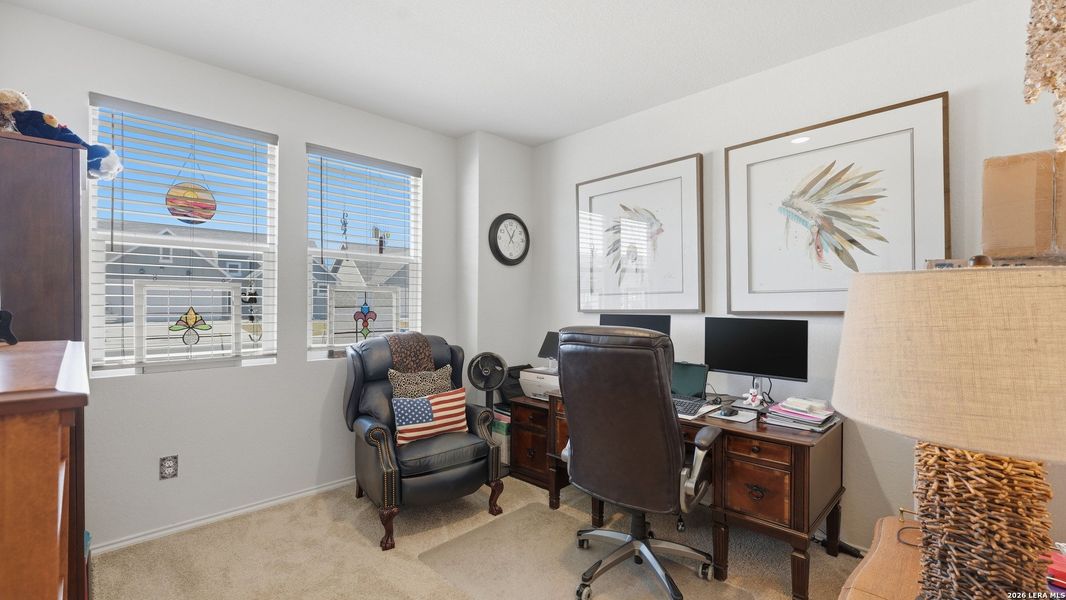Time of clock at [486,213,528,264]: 12:54
